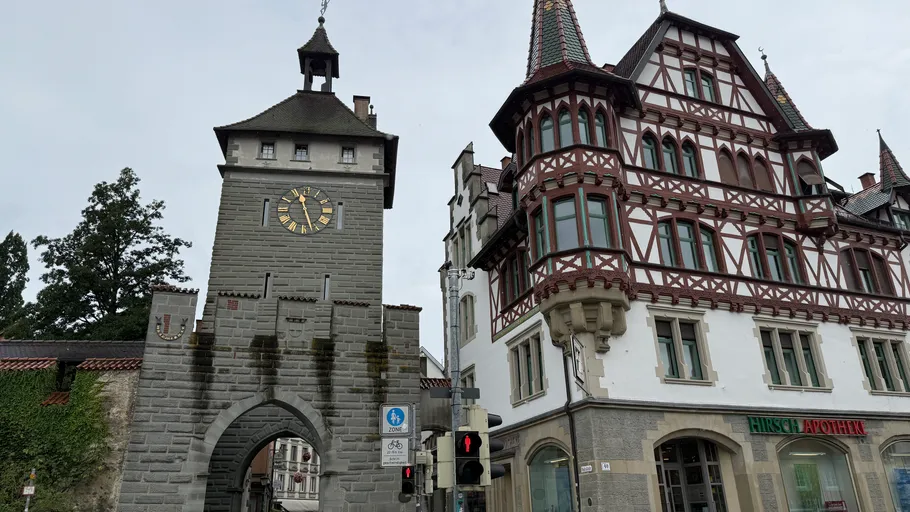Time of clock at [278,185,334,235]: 11:26
